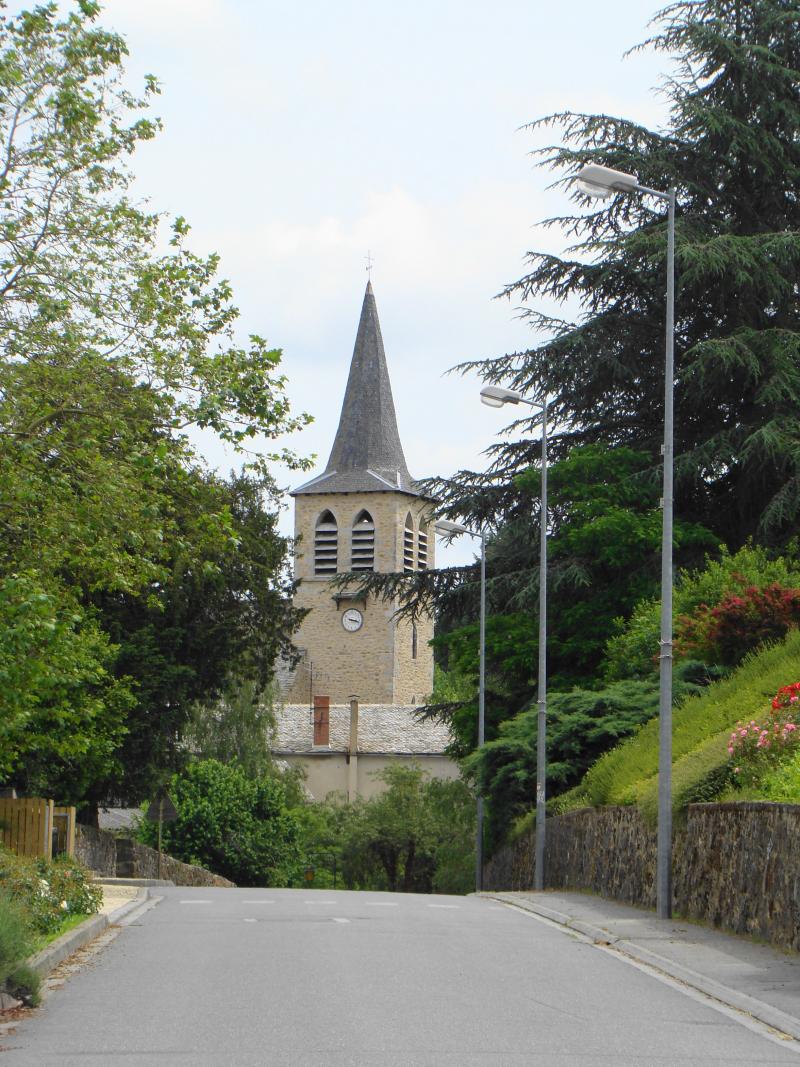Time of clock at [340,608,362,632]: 3:17
